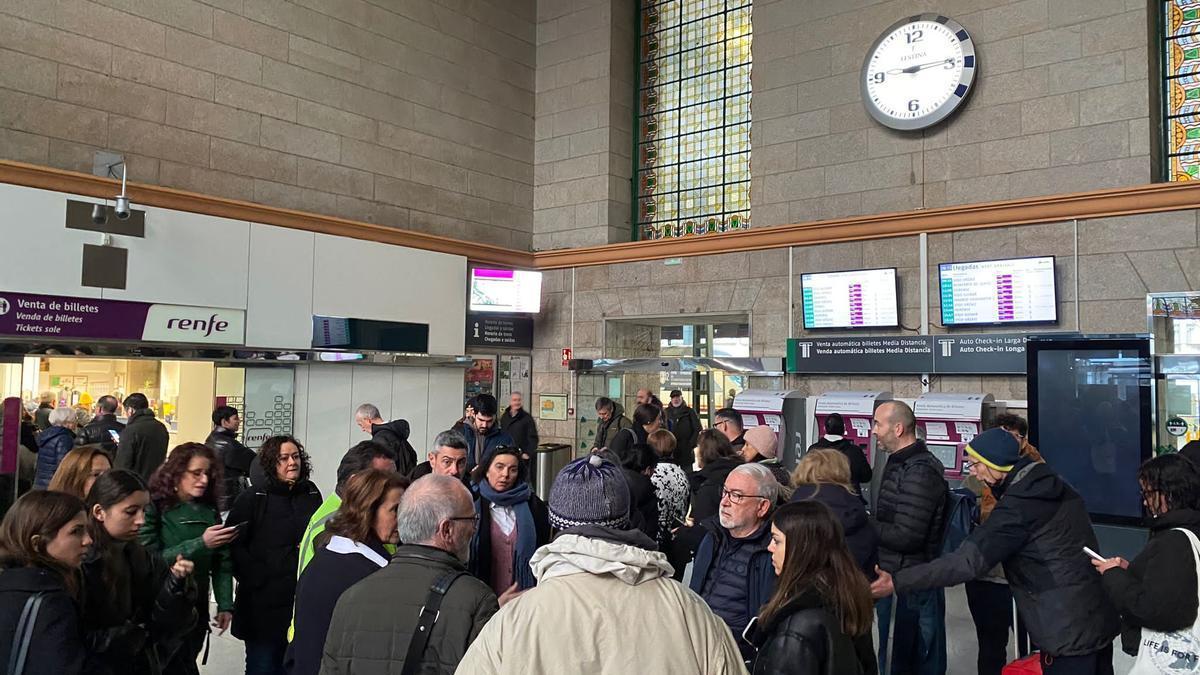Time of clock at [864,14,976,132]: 9:14
